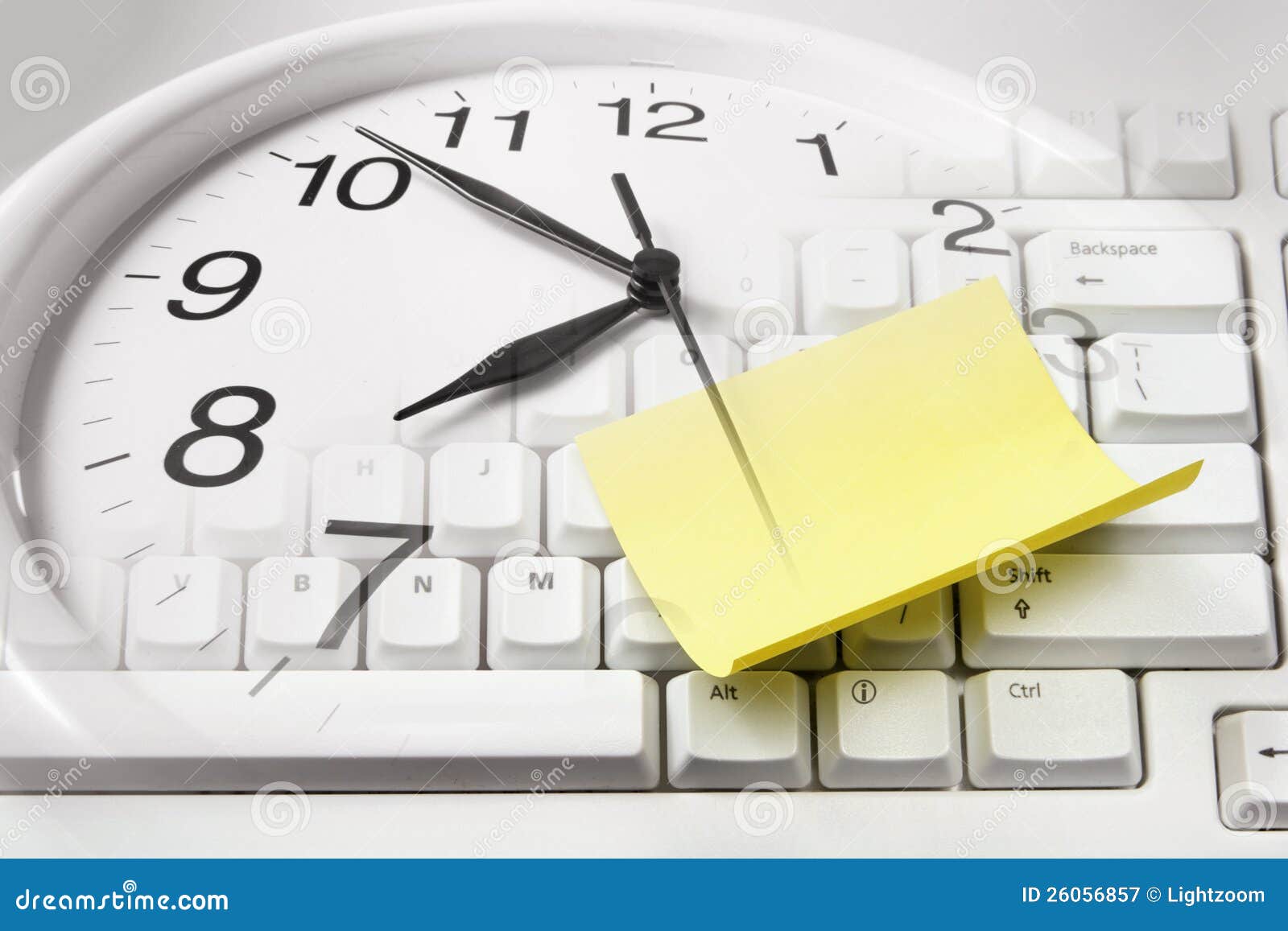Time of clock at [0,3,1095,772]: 7:51
